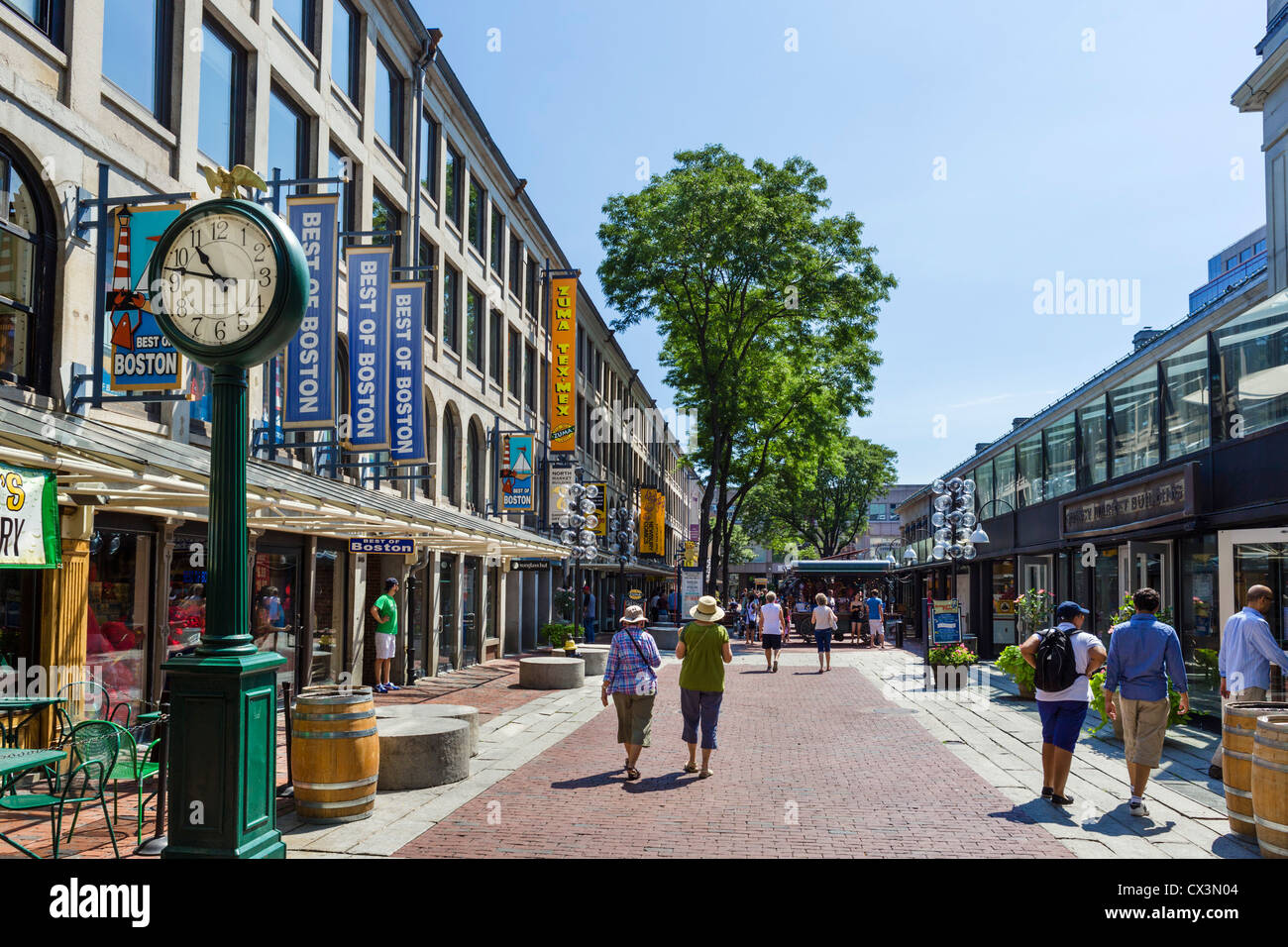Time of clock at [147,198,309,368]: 10:47
